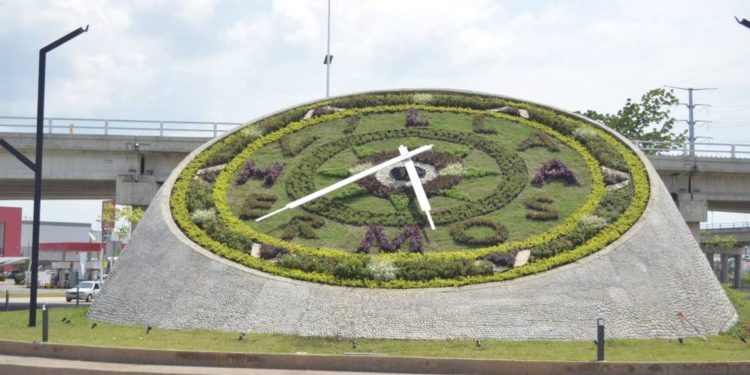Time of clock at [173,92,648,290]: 5:37
